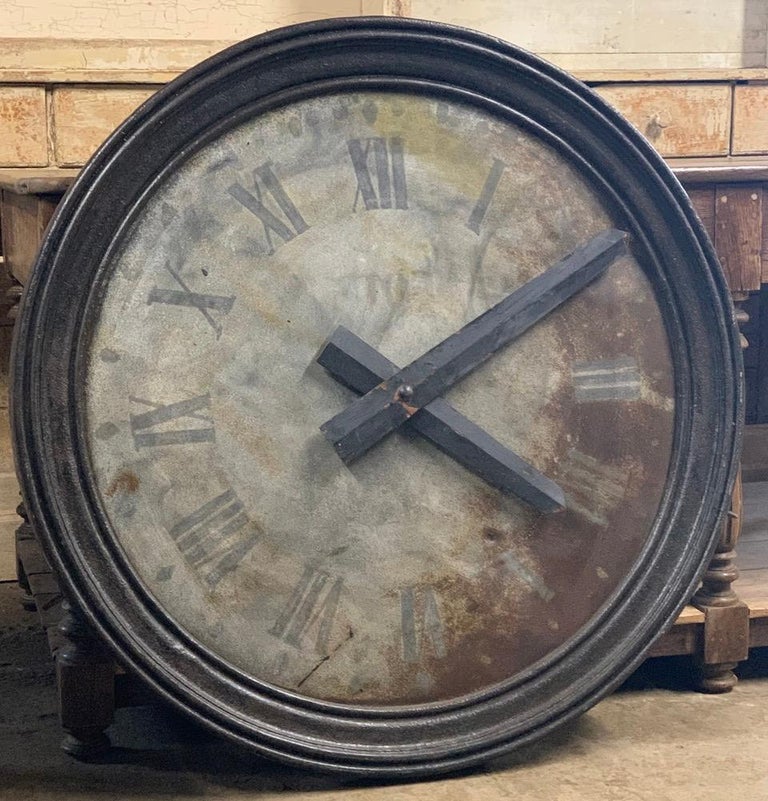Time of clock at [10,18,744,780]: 4:09
